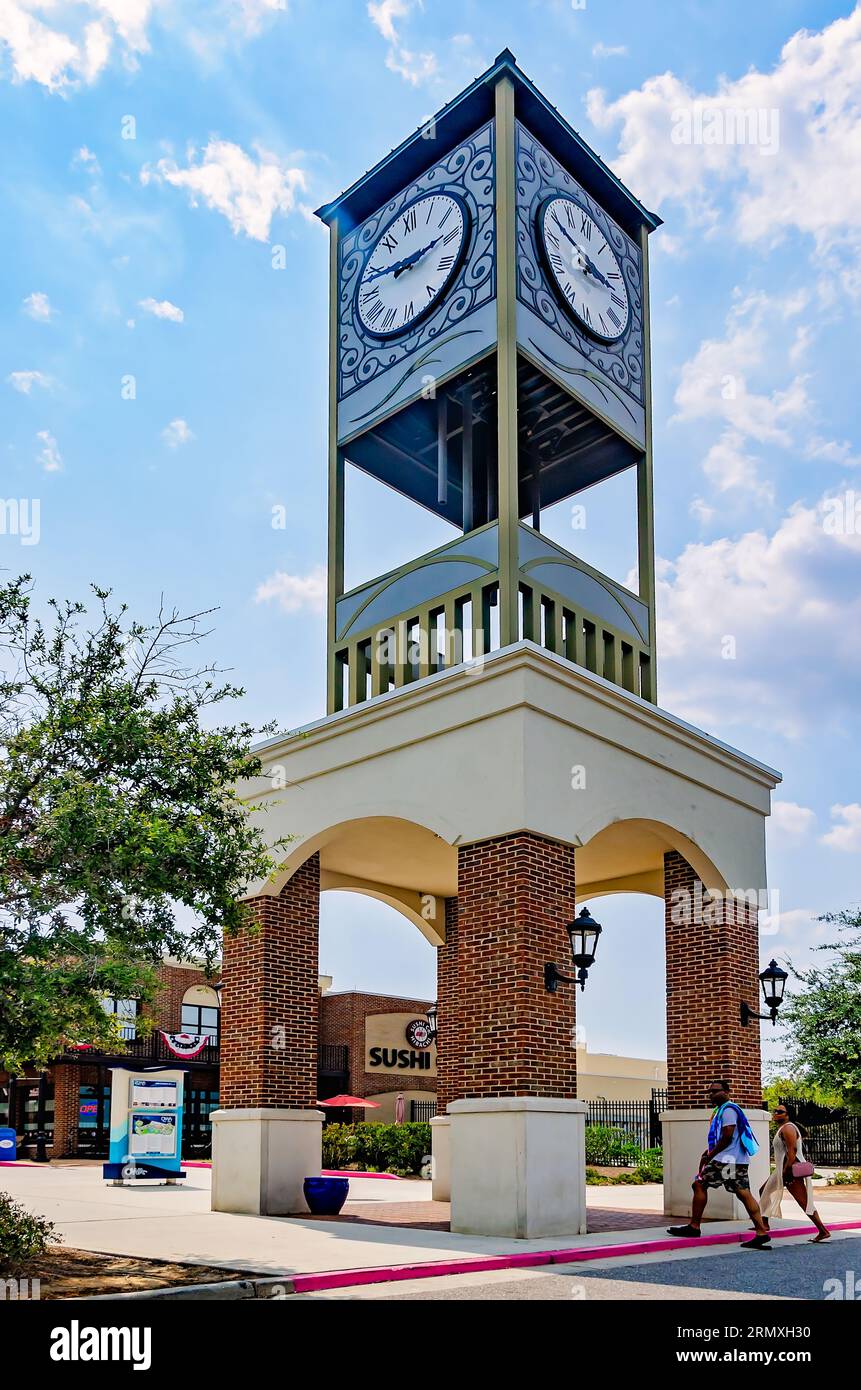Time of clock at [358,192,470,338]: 9:14
